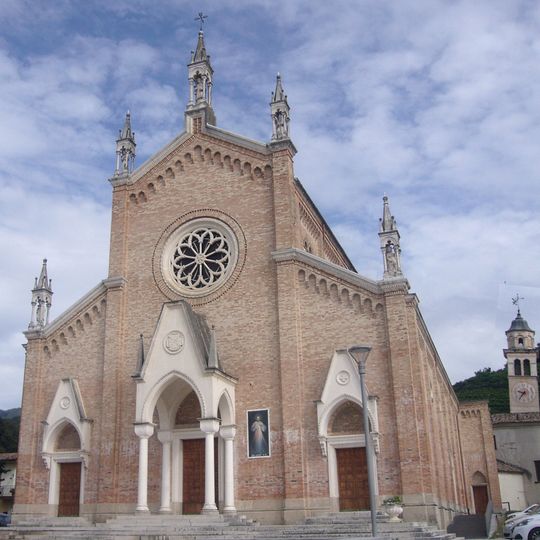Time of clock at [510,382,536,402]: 9:36
